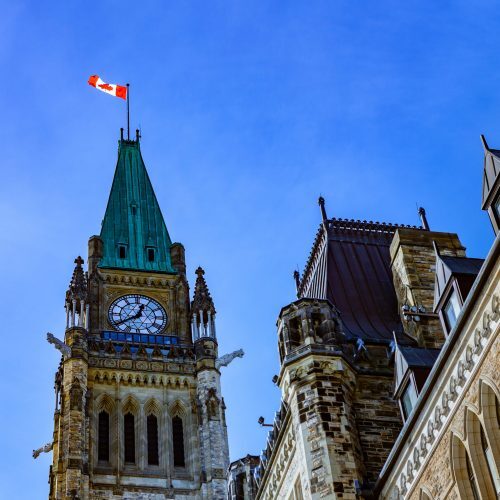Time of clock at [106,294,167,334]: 12:39
